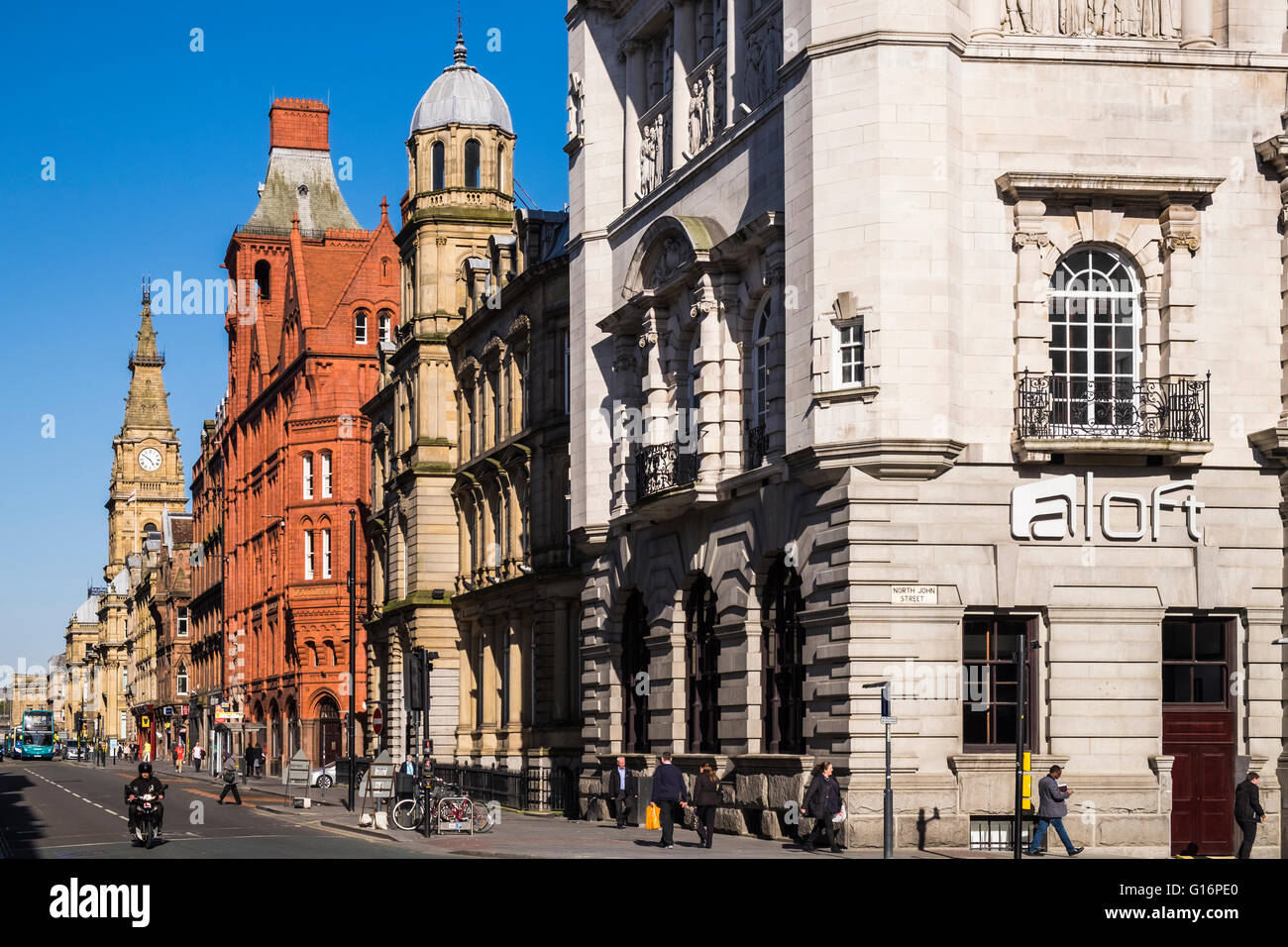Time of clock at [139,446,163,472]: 4:50
